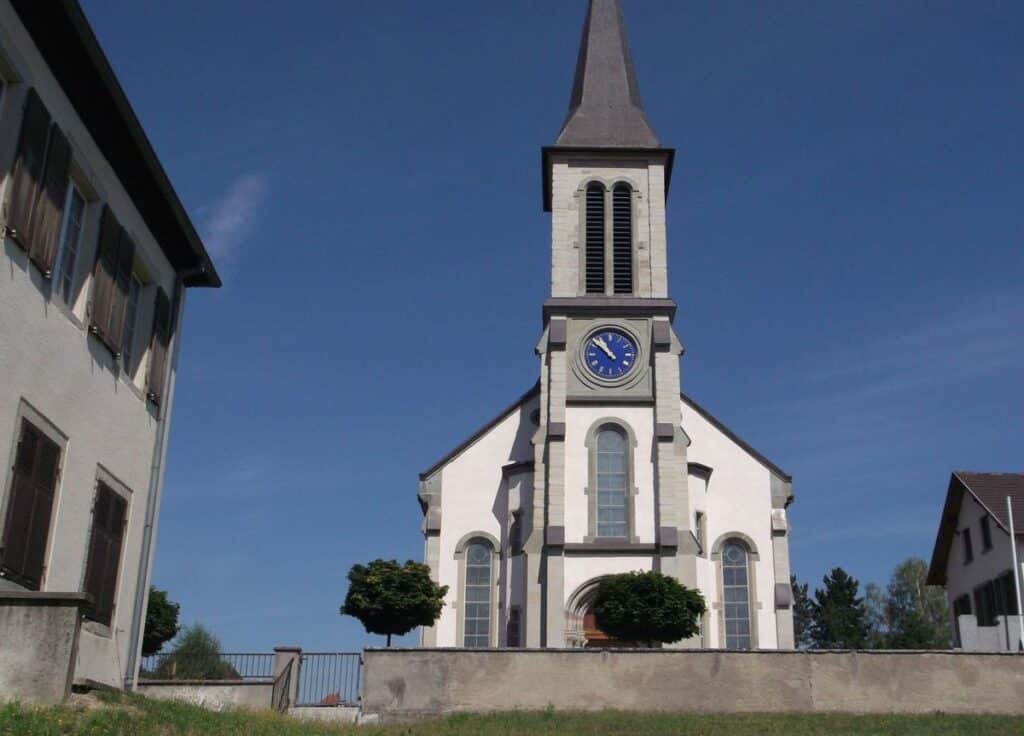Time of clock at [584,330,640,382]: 10:51
